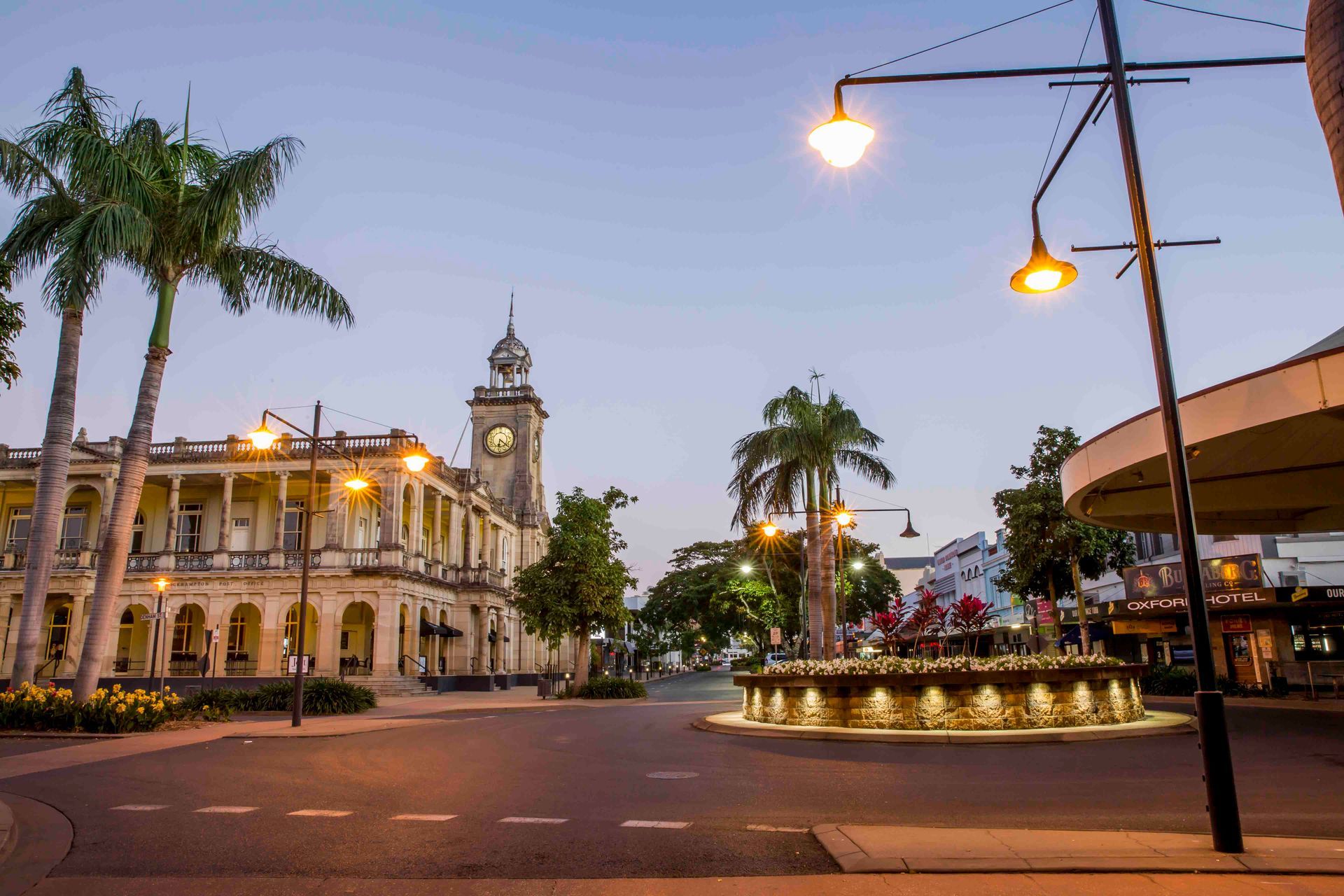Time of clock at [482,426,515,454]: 6:21
